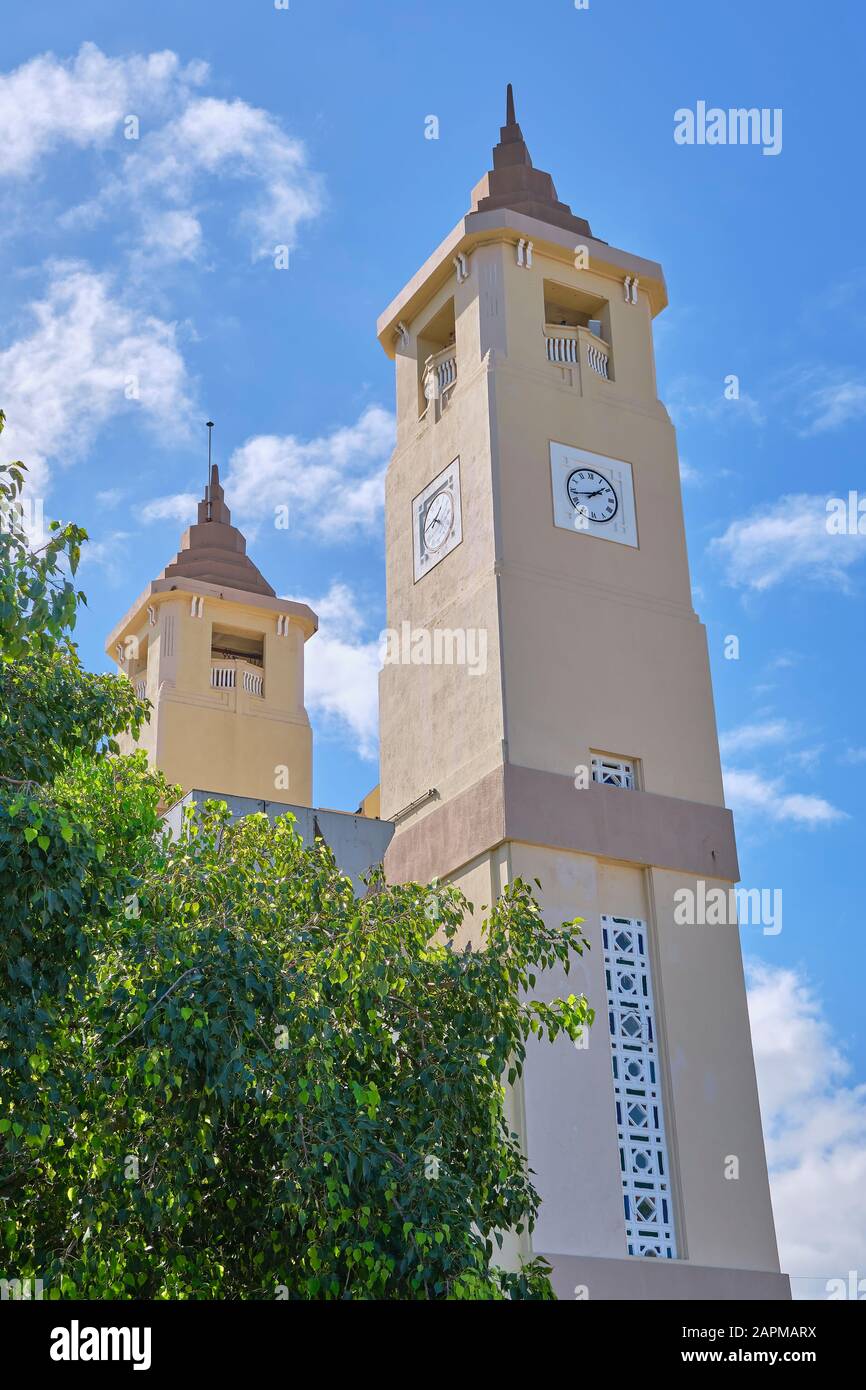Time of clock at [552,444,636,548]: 1:43
